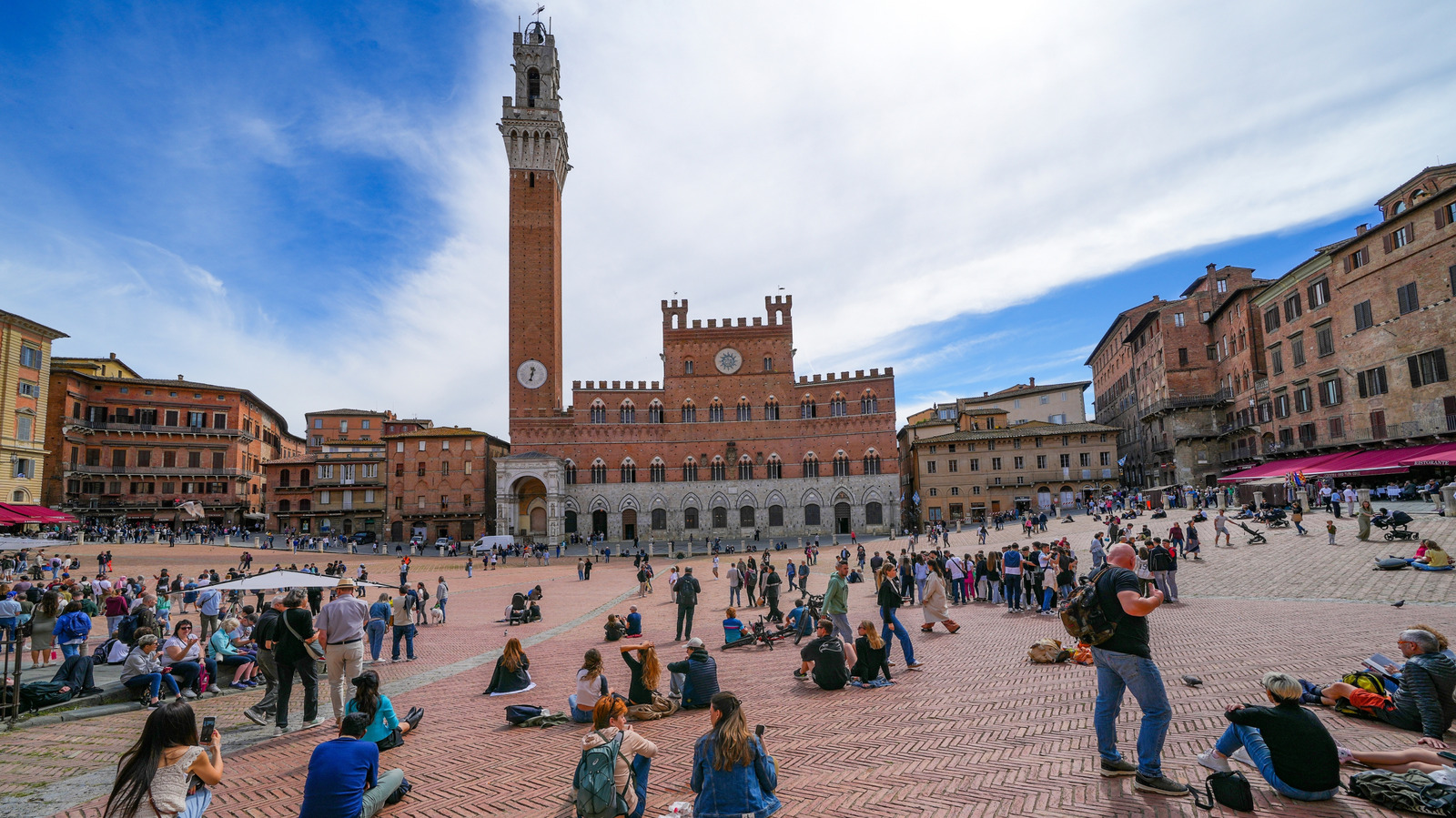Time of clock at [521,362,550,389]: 12:32
